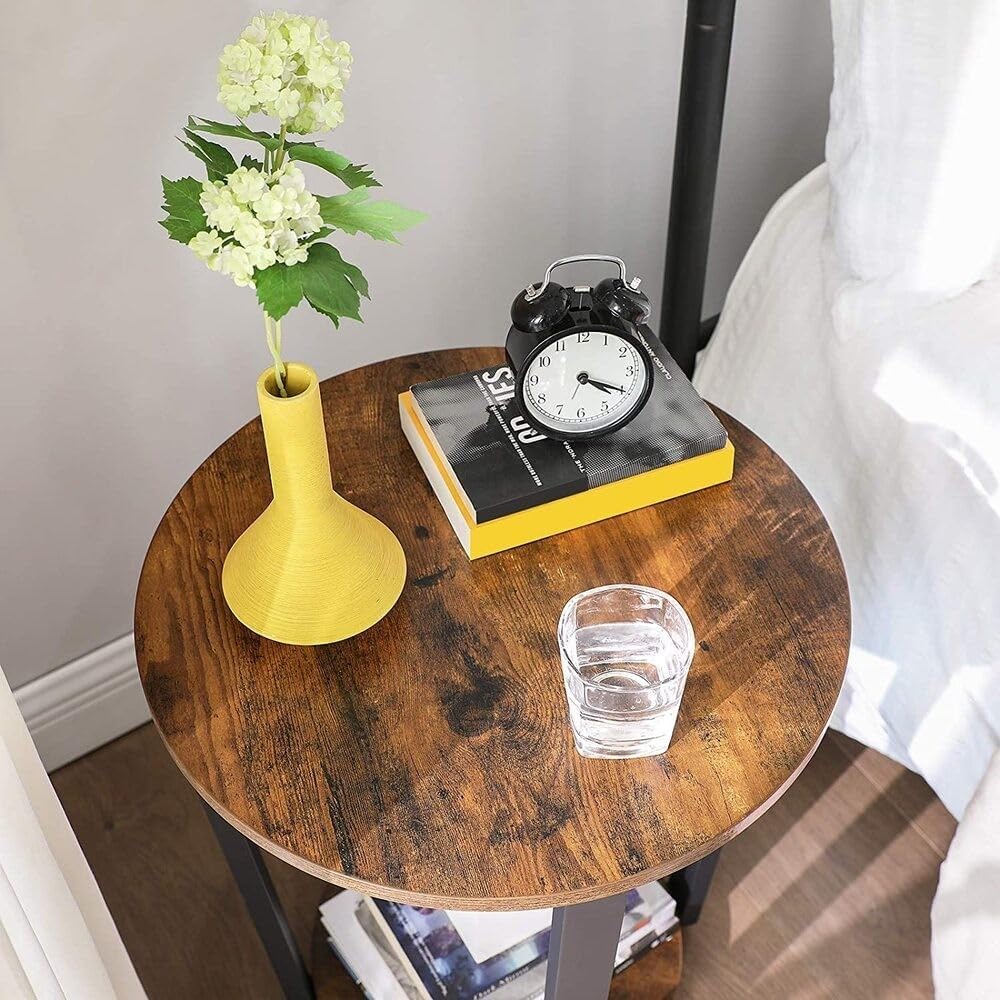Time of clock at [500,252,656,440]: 4:19
